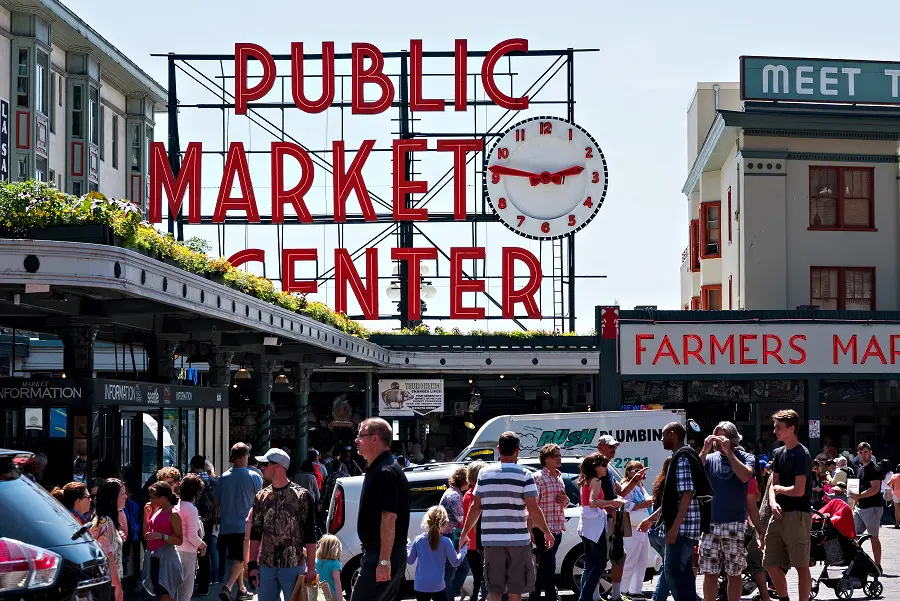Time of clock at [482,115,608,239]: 2:46
